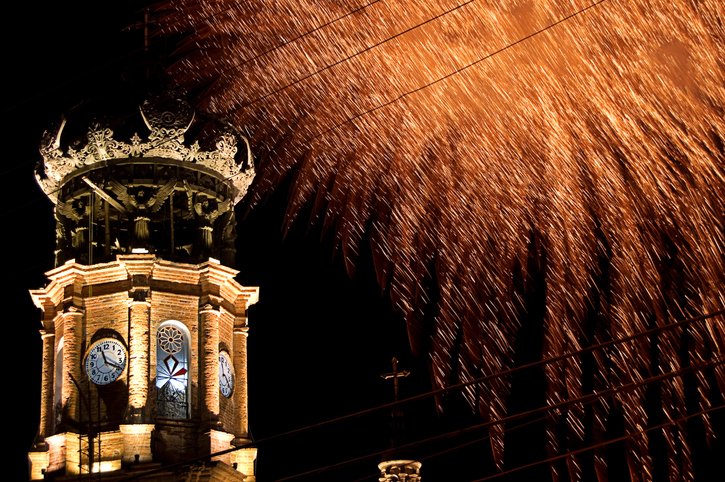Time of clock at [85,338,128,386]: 11:19
